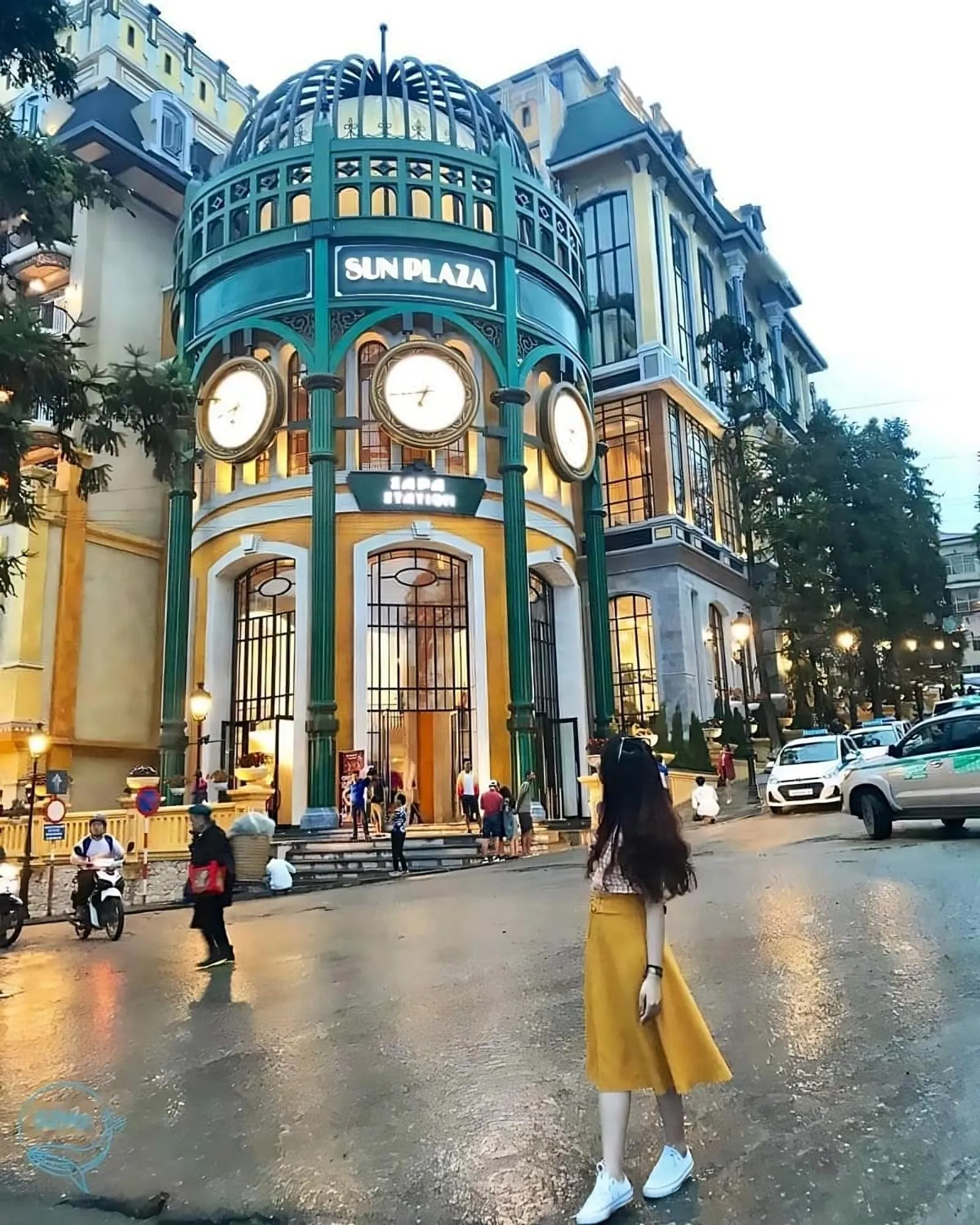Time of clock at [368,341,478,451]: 6:43
